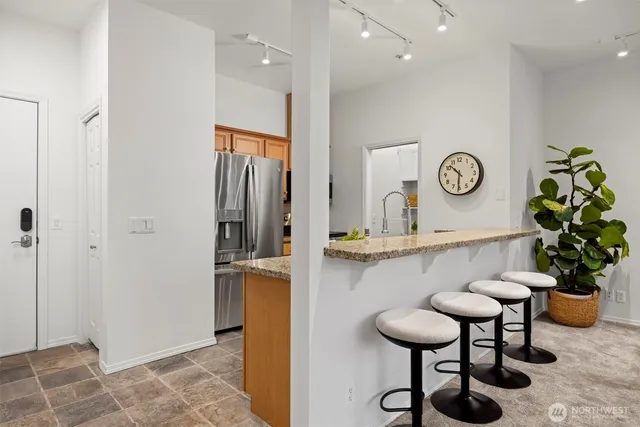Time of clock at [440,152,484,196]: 10:30
